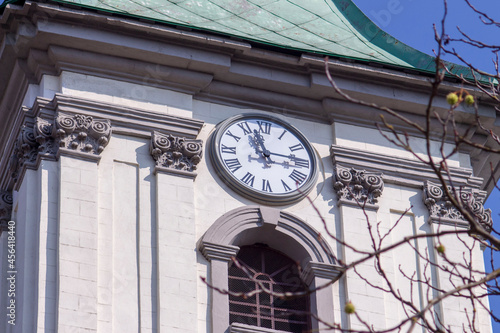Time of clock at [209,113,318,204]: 11:16
